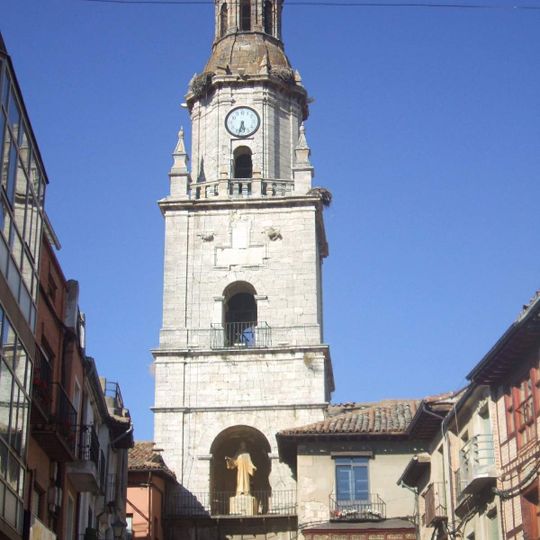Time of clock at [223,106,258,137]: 5:32
